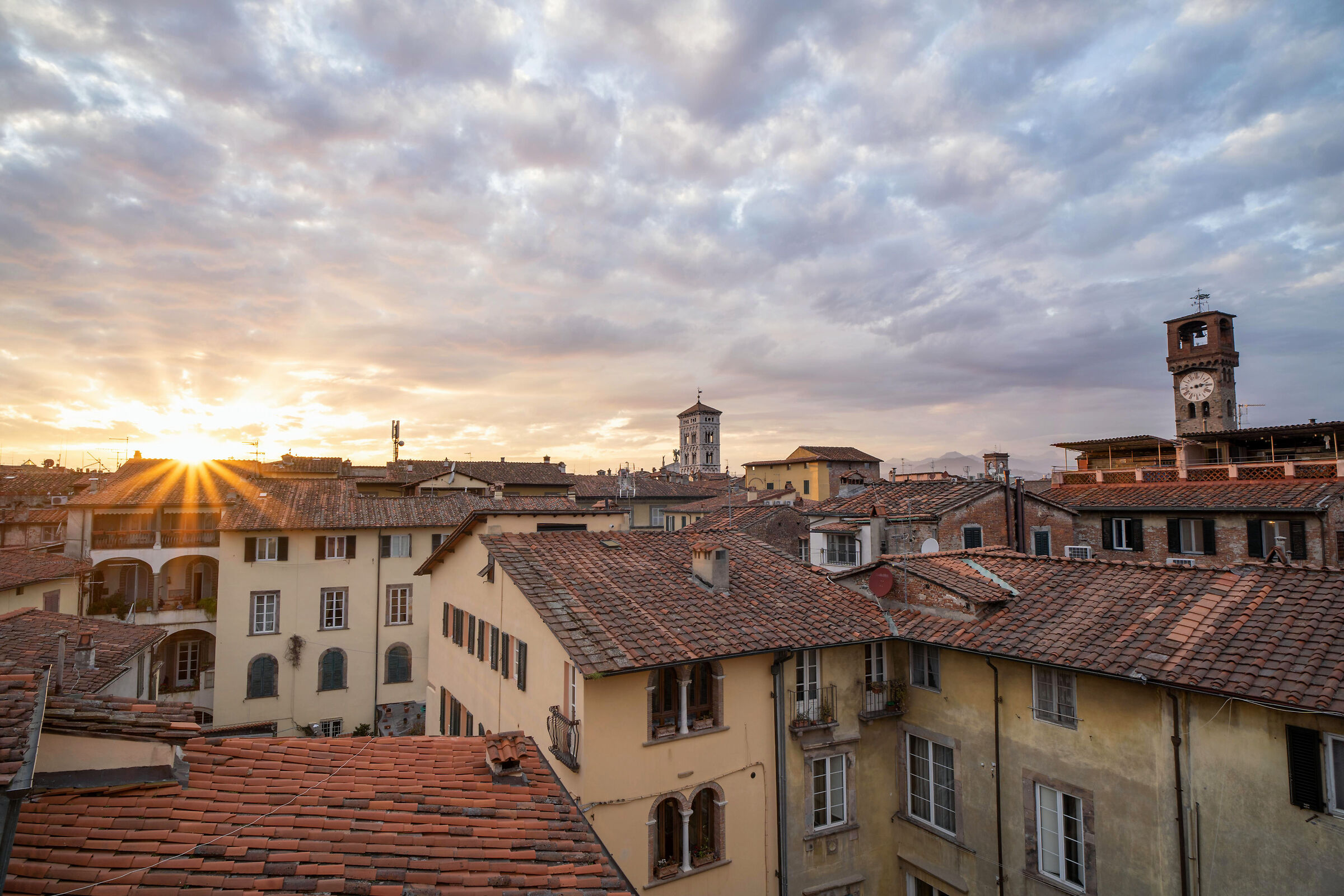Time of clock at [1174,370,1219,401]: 2:13
